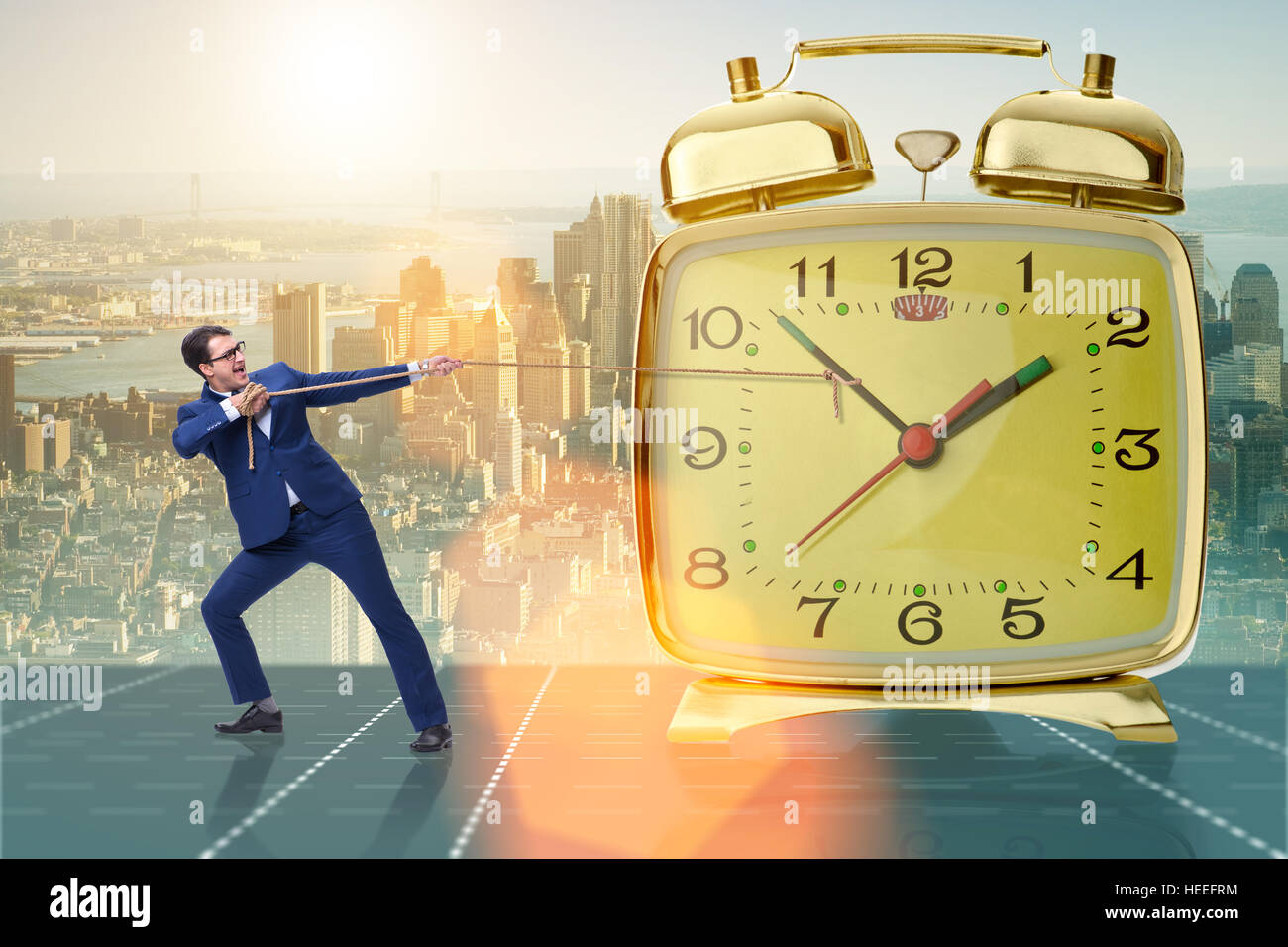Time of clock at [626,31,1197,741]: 1:52
